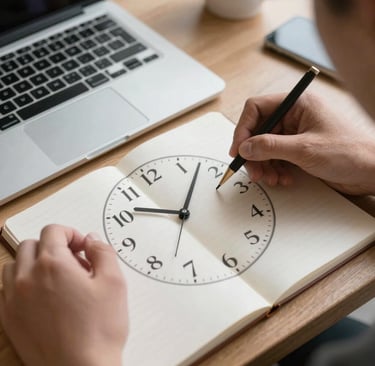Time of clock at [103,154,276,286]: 10:07
